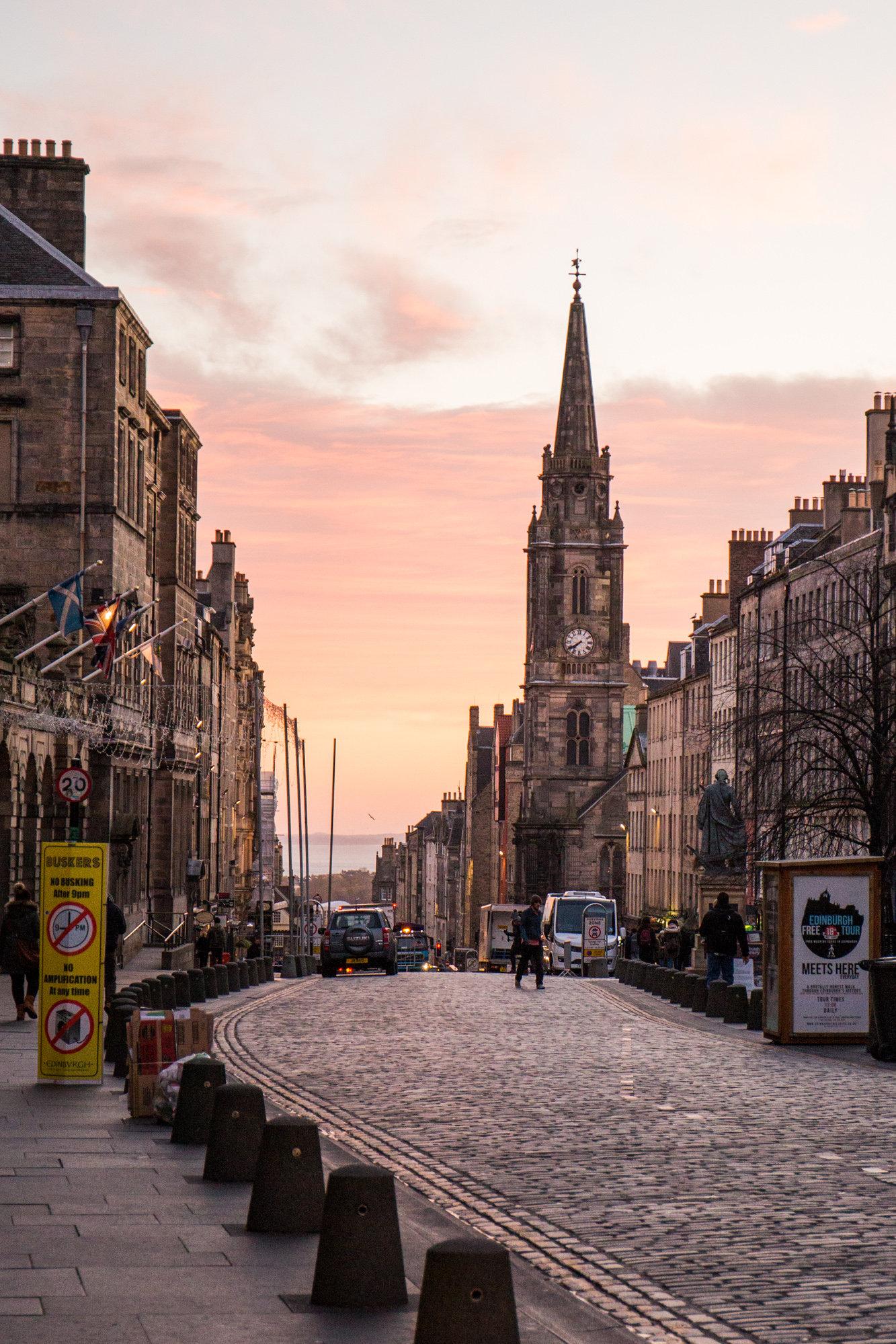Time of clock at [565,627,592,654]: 7:39
